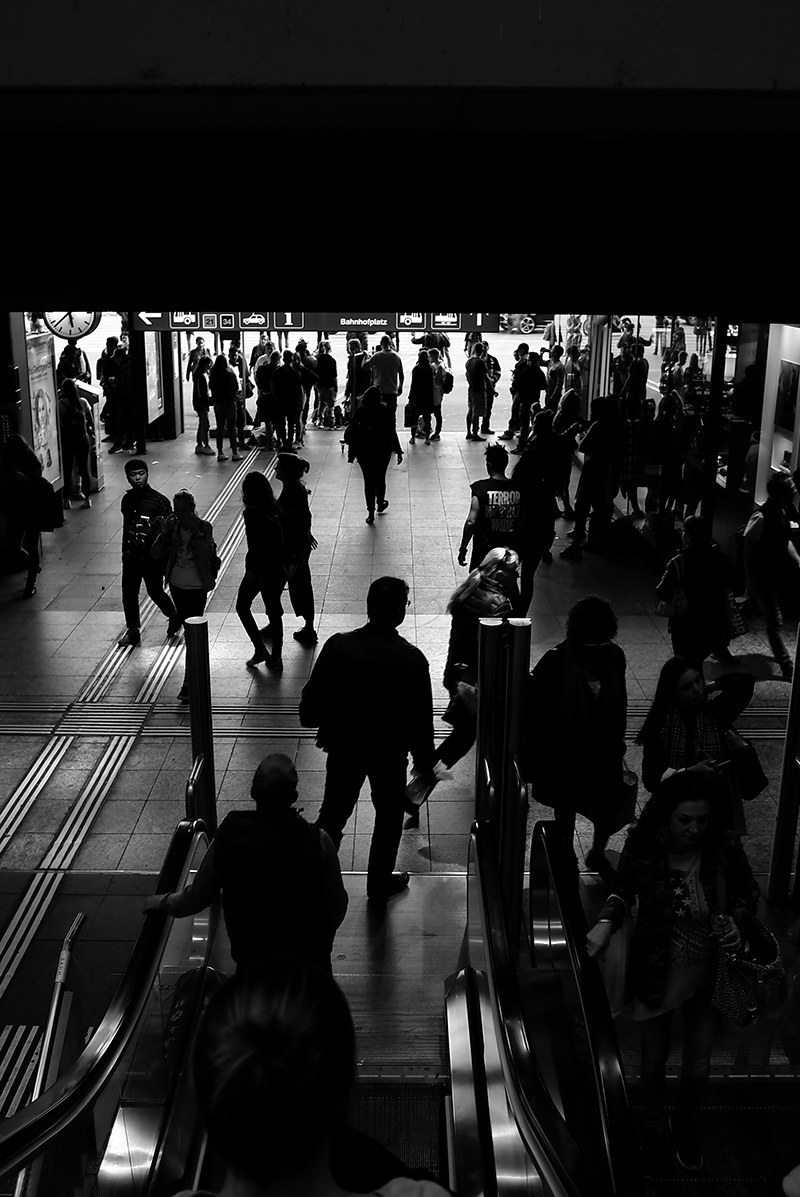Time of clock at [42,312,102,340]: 5:37
